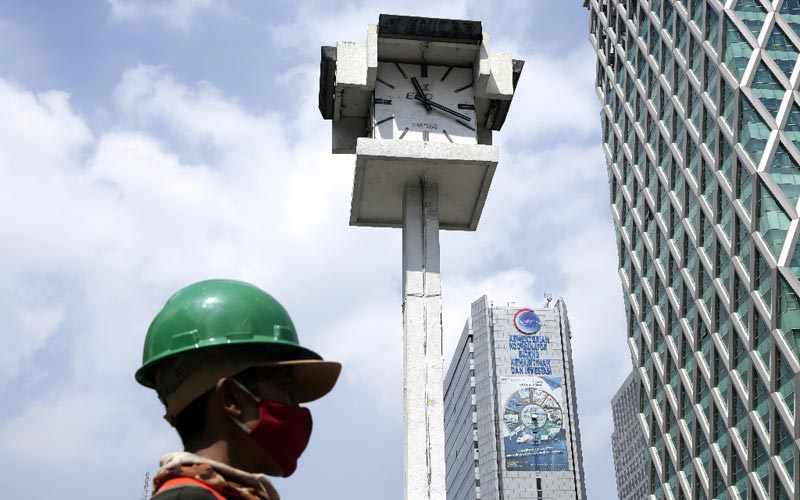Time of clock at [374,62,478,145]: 11:18
